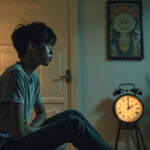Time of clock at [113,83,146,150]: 2:00
